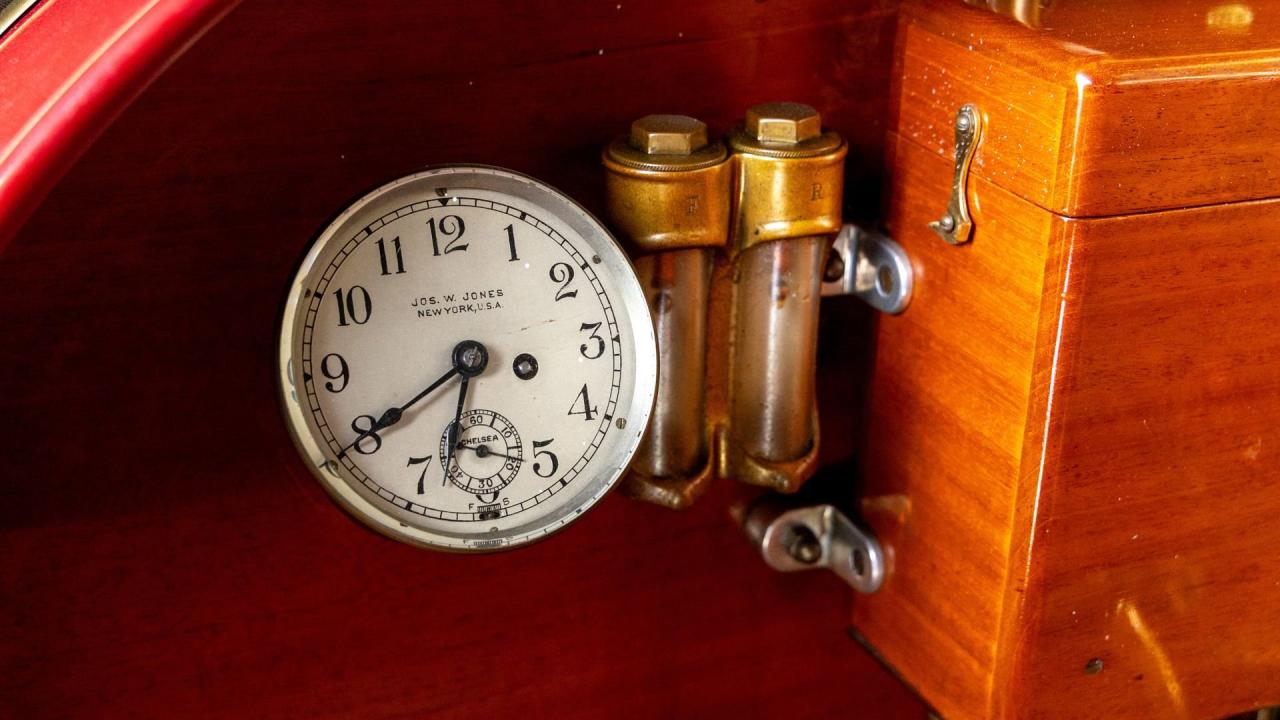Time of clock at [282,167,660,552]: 6:40
